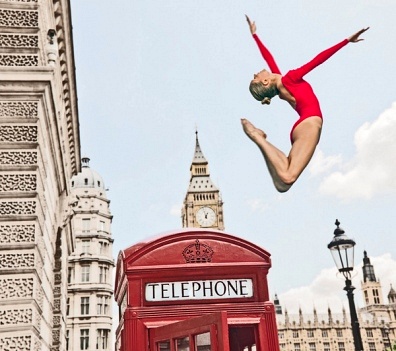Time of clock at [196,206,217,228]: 12:57
